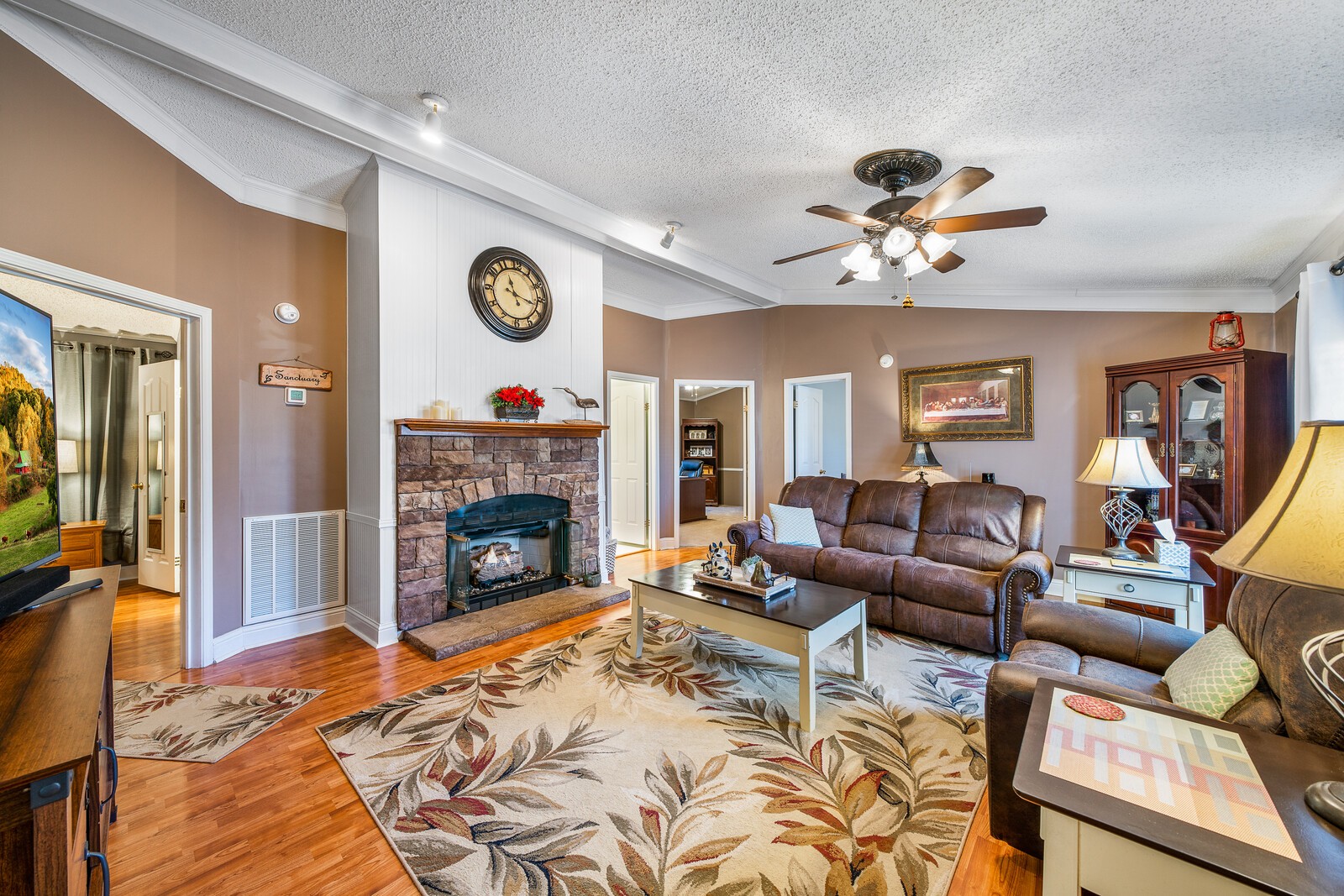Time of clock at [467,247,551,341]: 11:17
